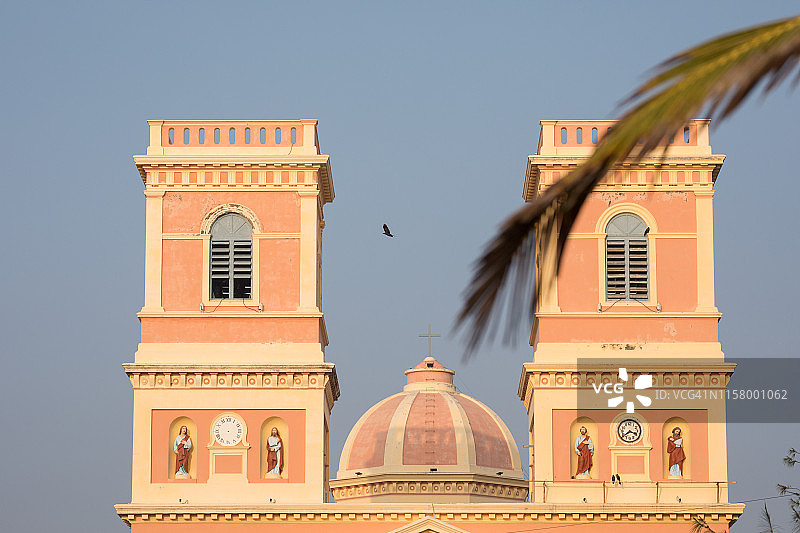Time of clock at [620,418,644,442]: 3:39
